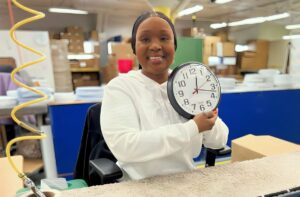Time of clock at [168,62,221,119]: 12:17
